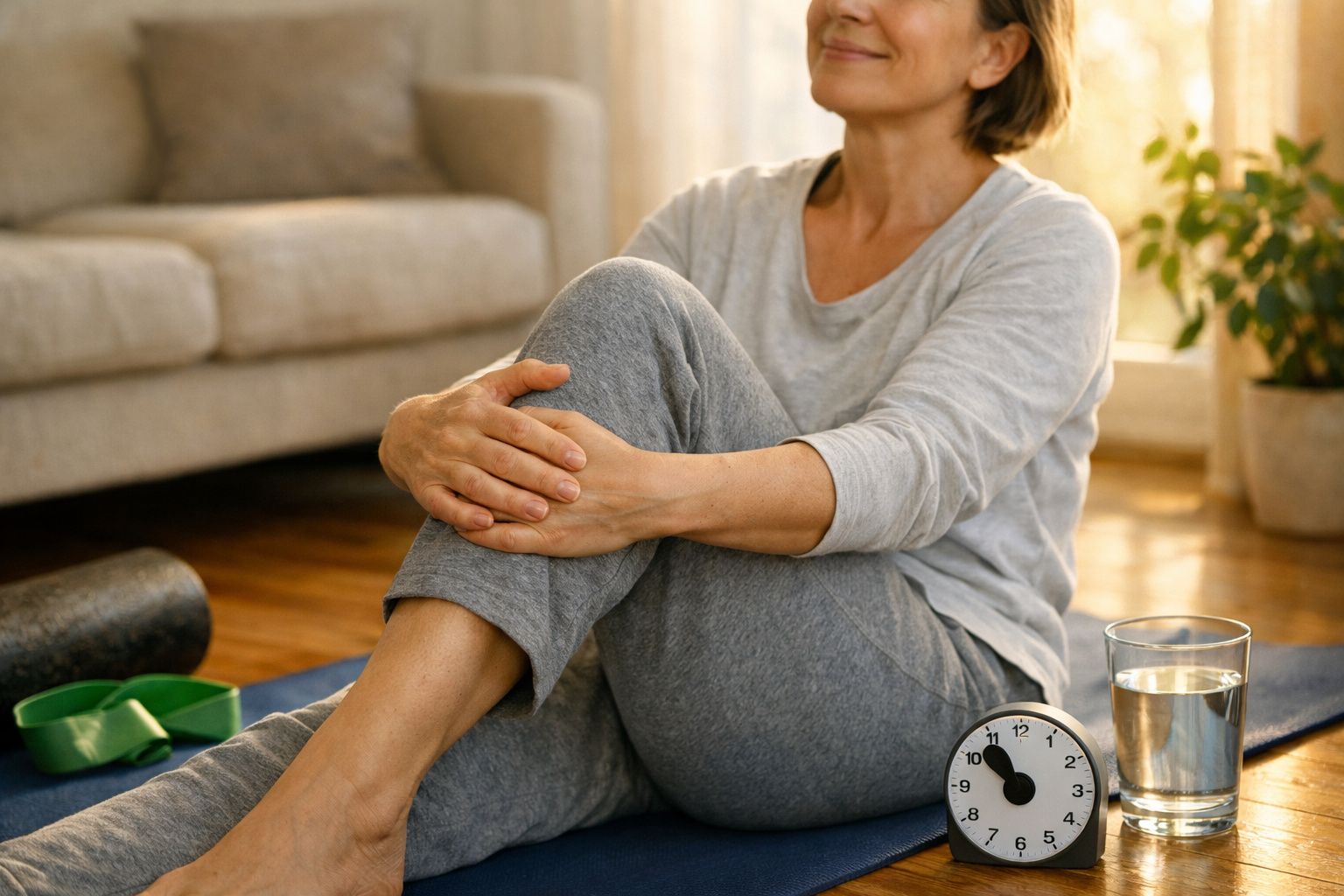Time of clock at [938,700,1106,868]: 10:51
